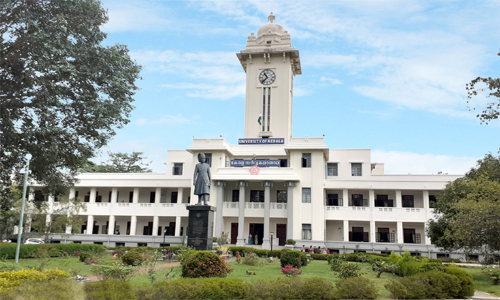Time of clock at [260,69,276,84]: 10:37
